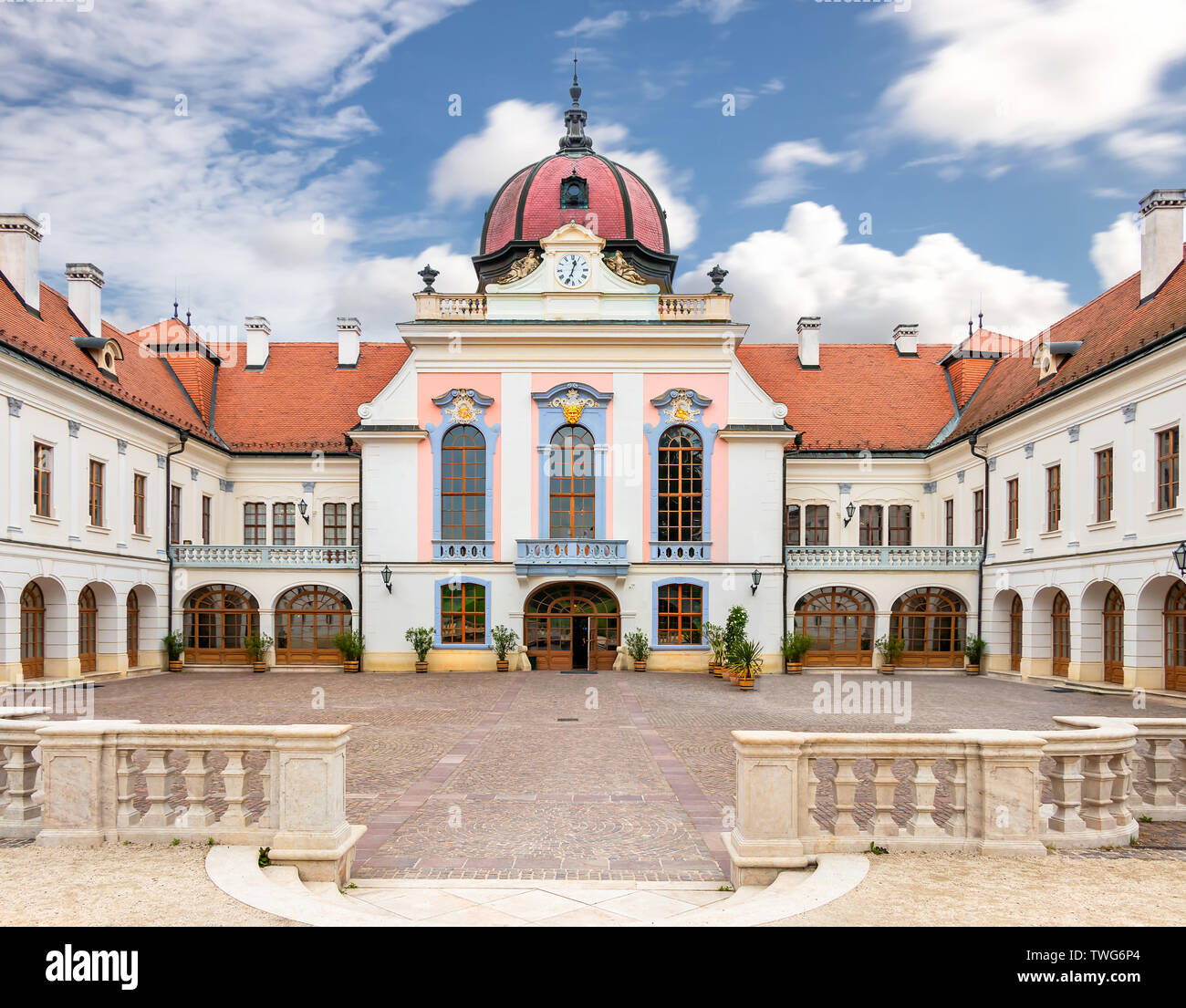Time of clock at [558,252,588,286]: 12:33
